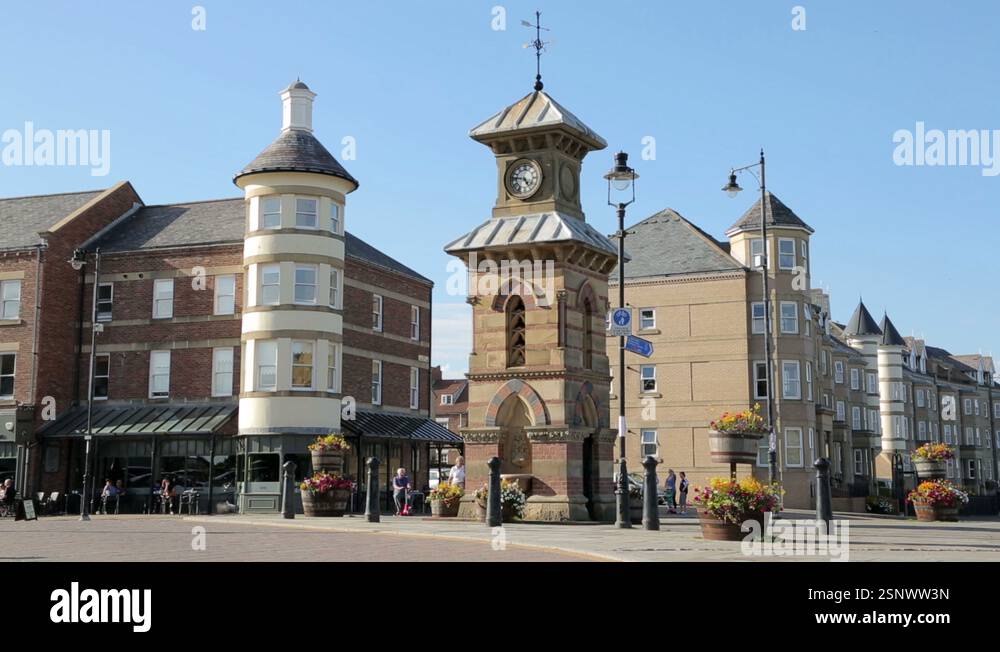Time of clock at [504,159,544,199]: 4:46
